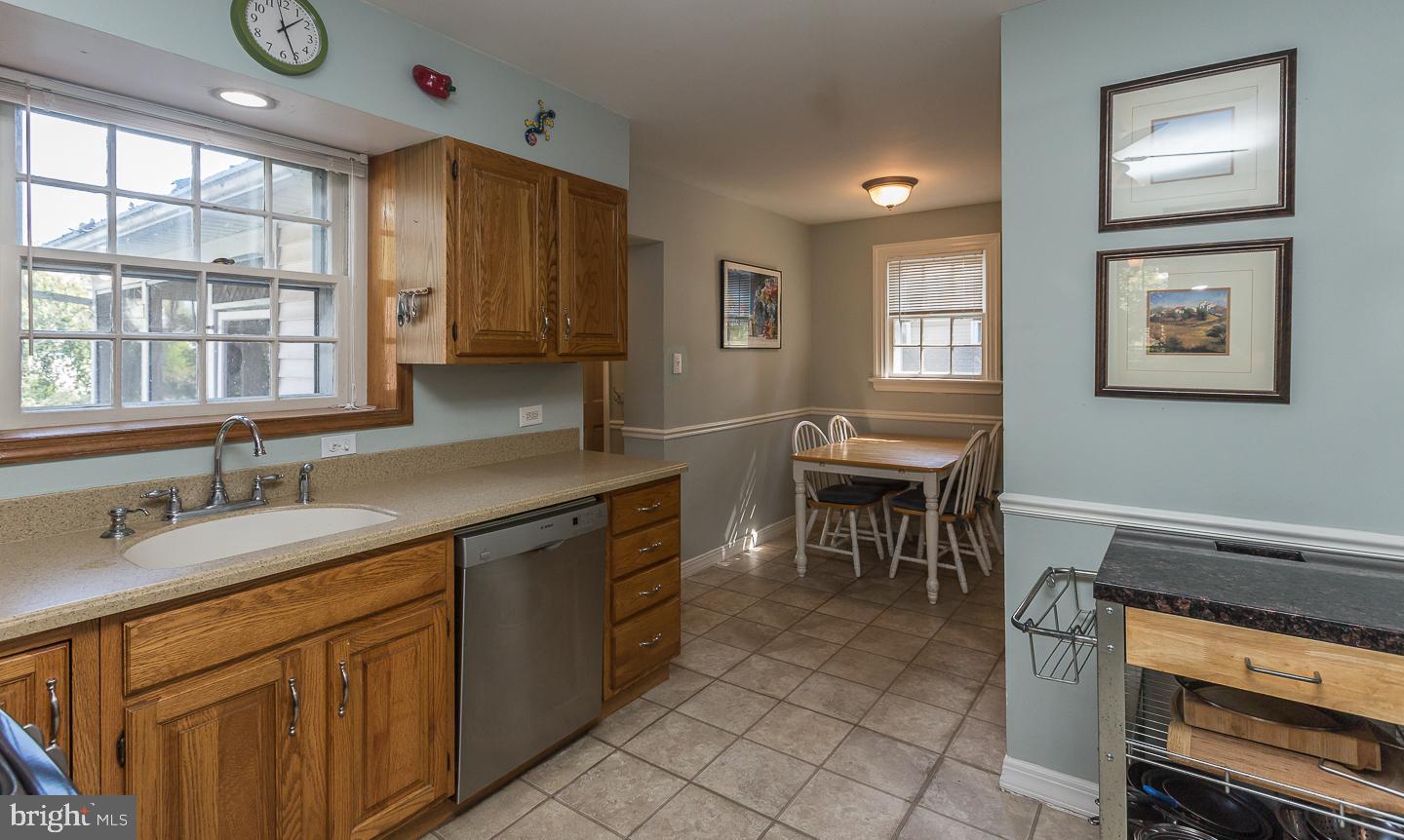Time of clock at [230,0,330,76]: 1:25
